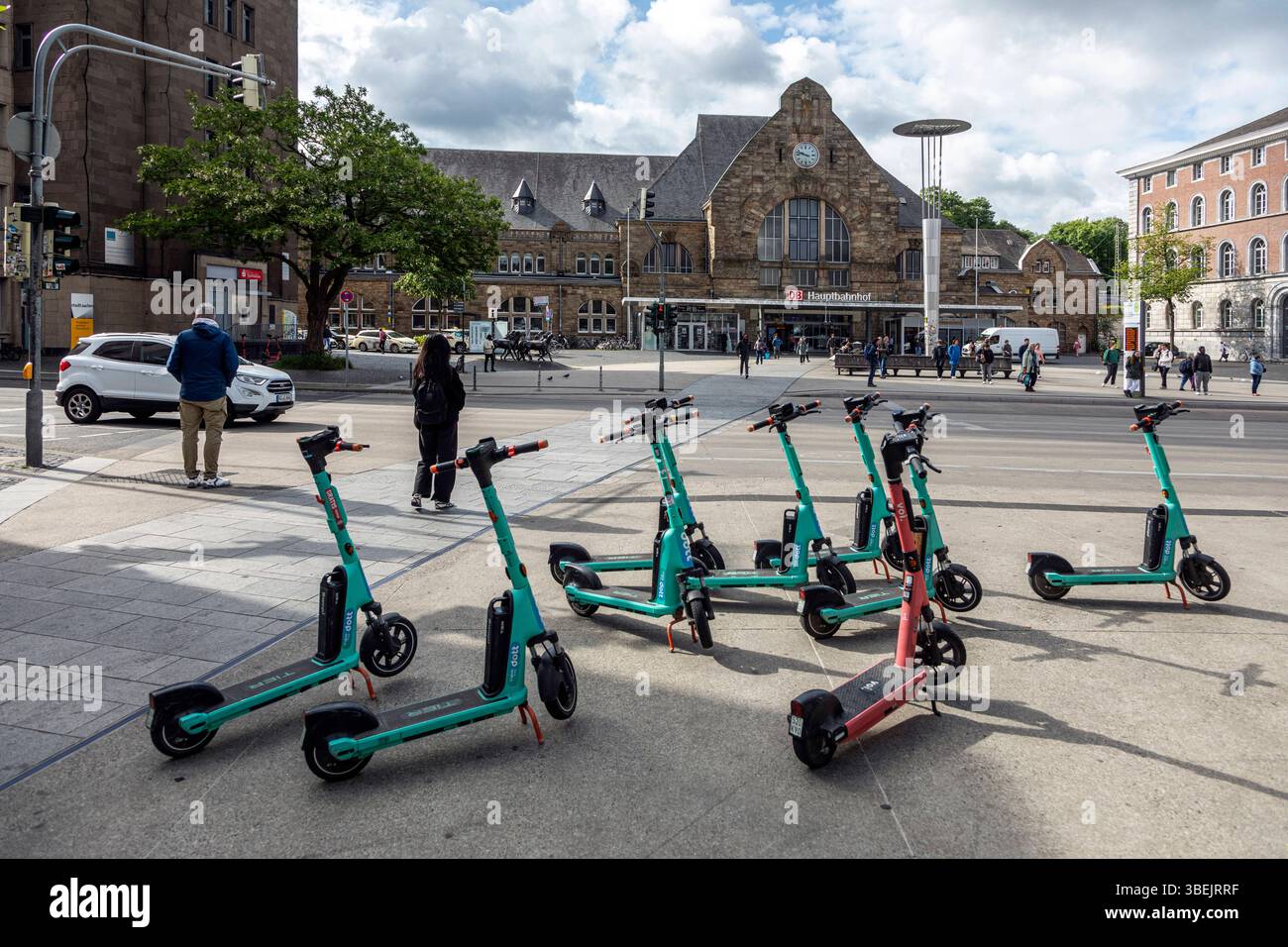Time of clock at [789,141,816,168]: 9:47
